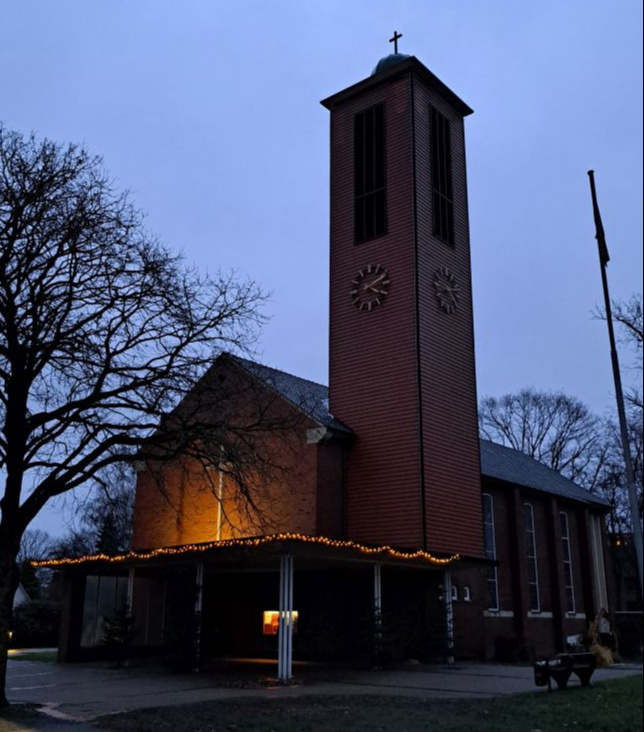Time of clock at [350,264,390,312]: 4:09
